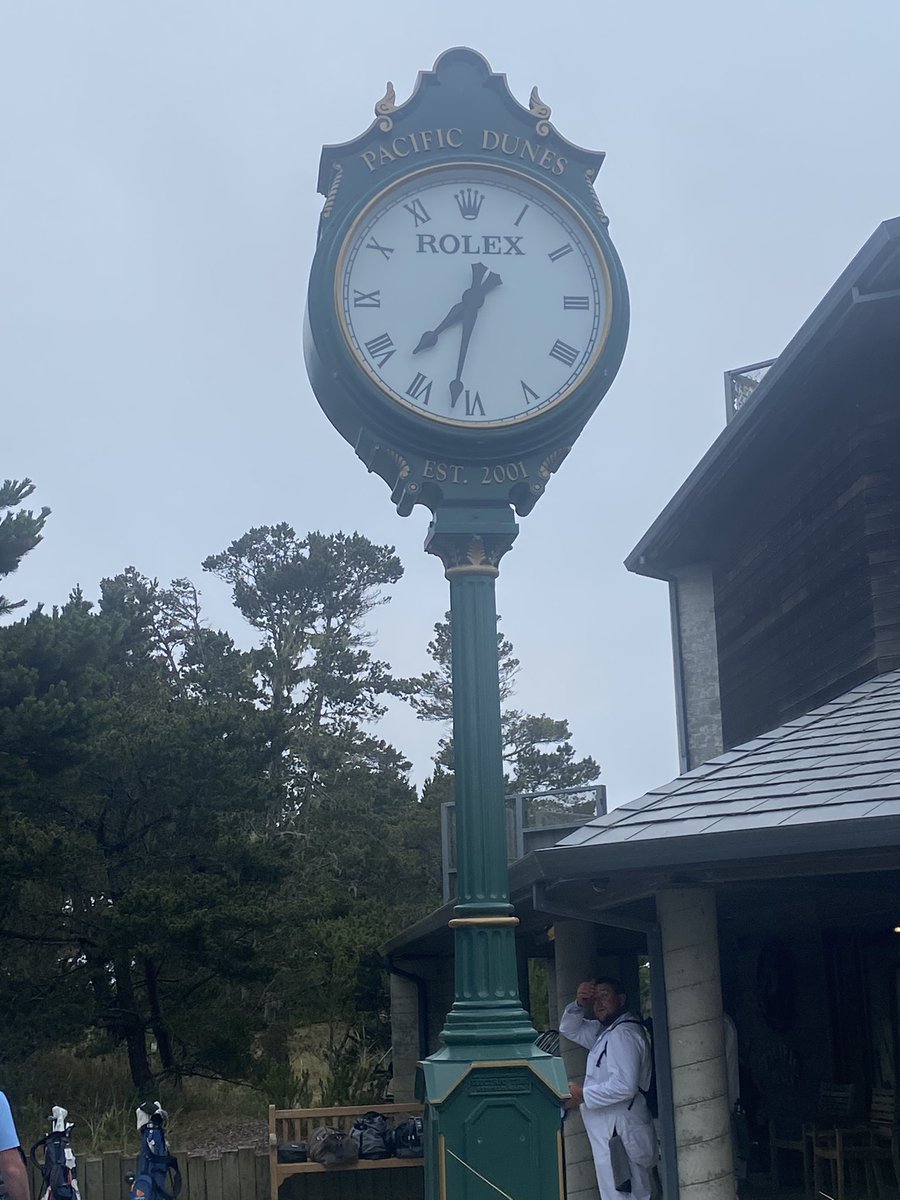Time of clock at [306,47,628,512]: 7:32
